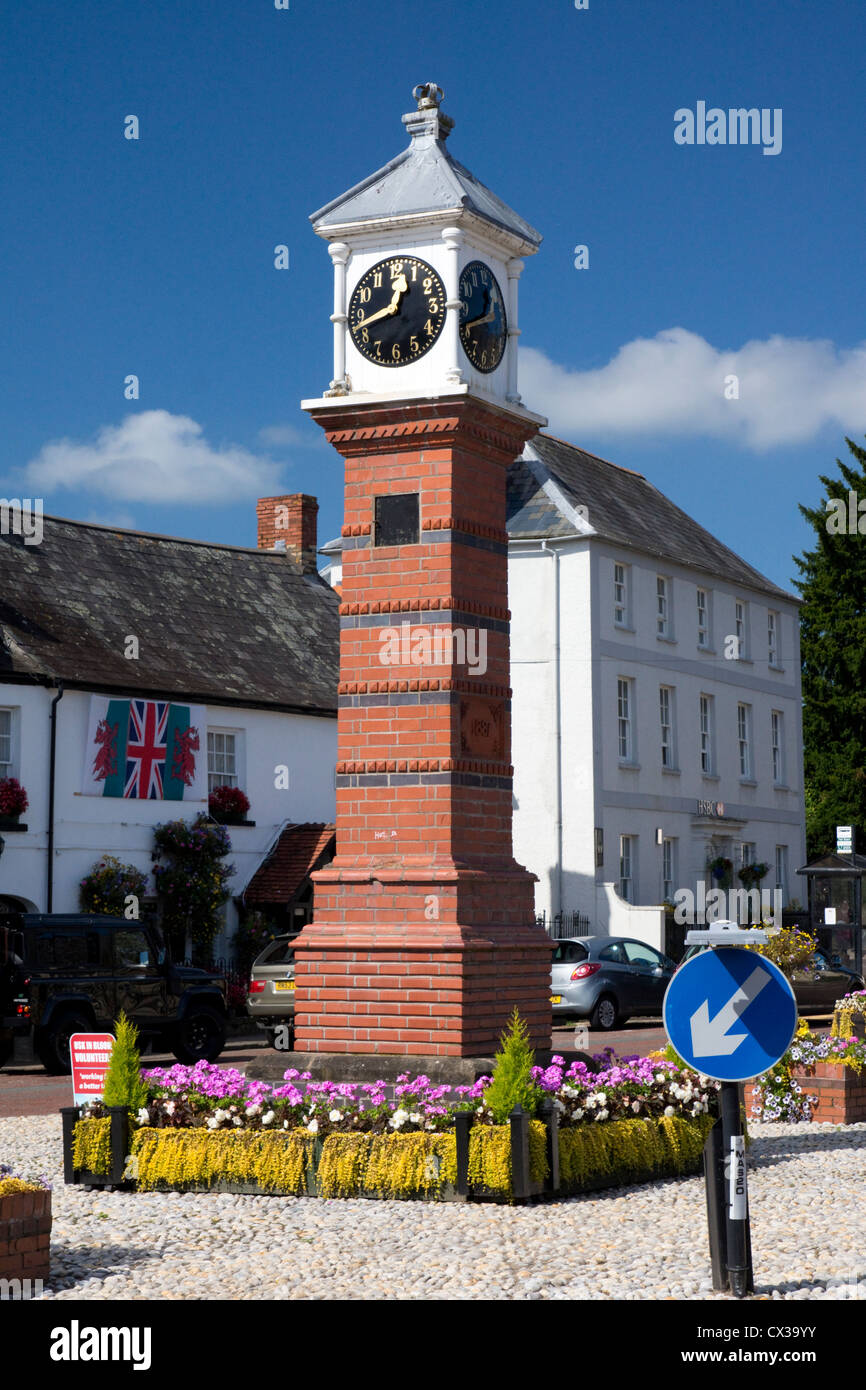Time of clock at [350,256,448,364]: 12:42
